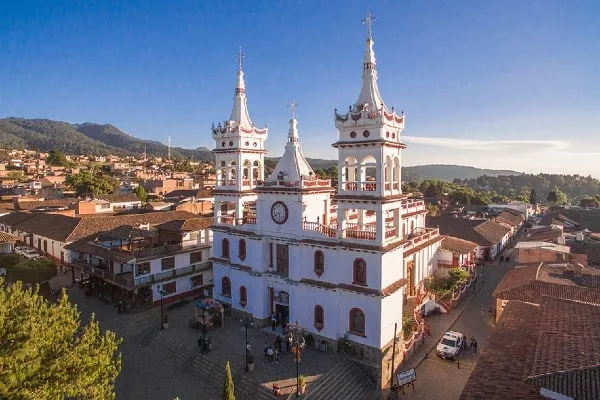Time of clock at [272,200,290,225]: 5:40
